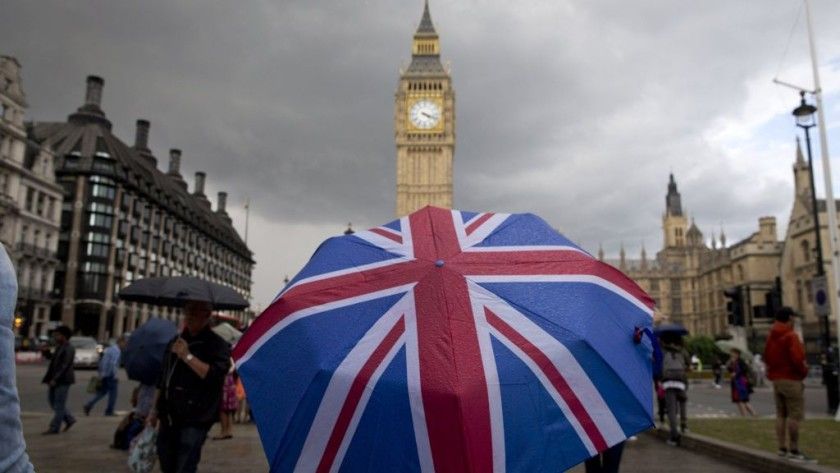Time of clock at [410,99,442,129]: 4:18
